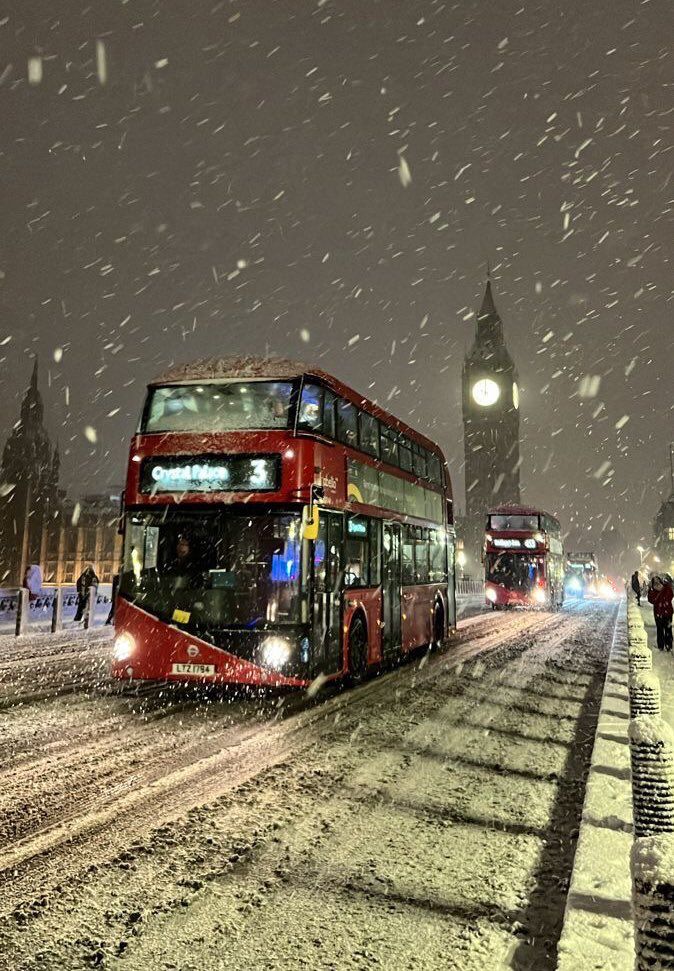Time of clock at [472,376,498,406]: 5:59
